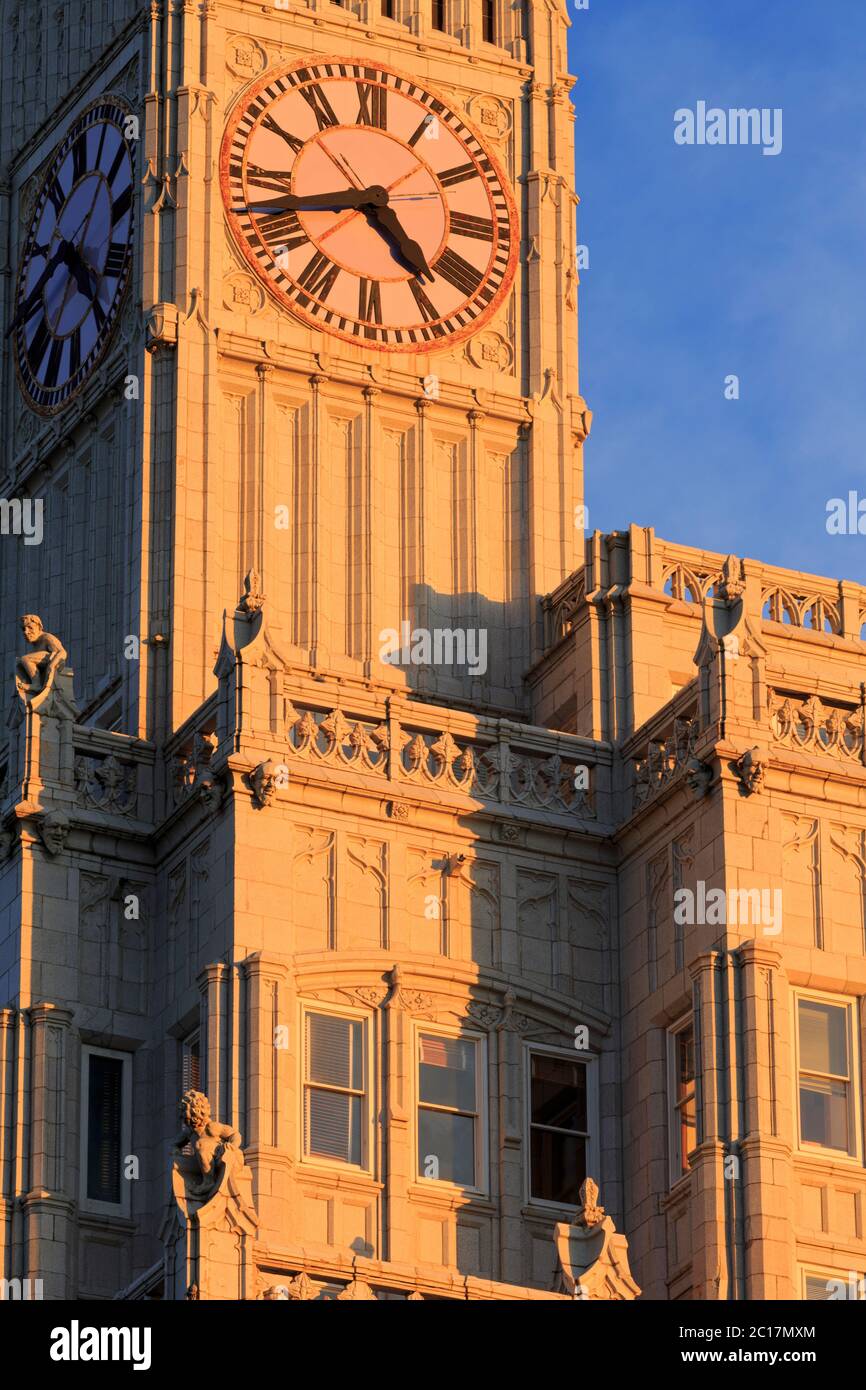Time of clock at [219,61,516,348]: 4:42
